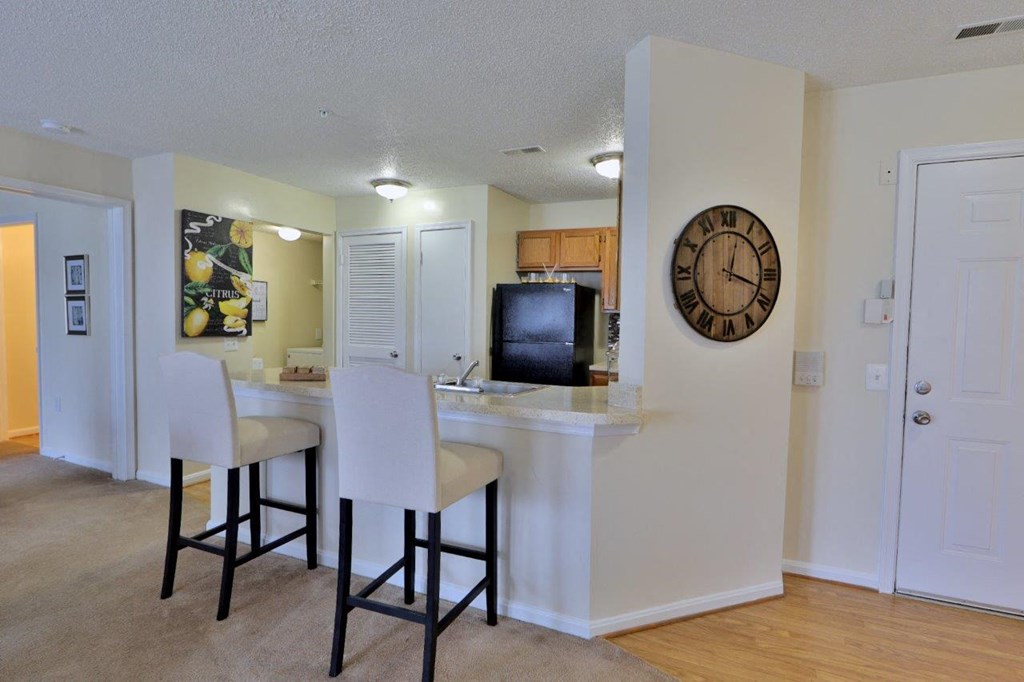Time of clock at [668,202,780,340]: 12:18
